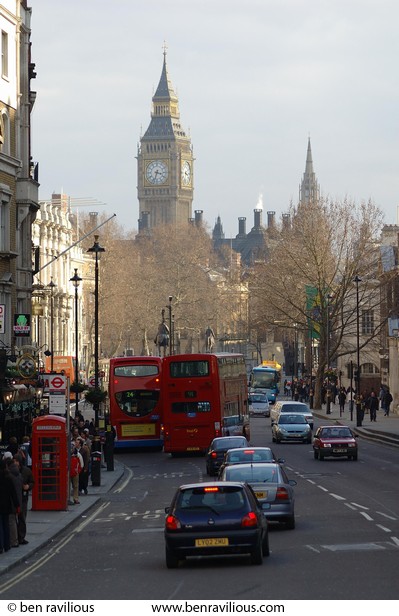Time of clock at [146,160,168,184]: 3:32
